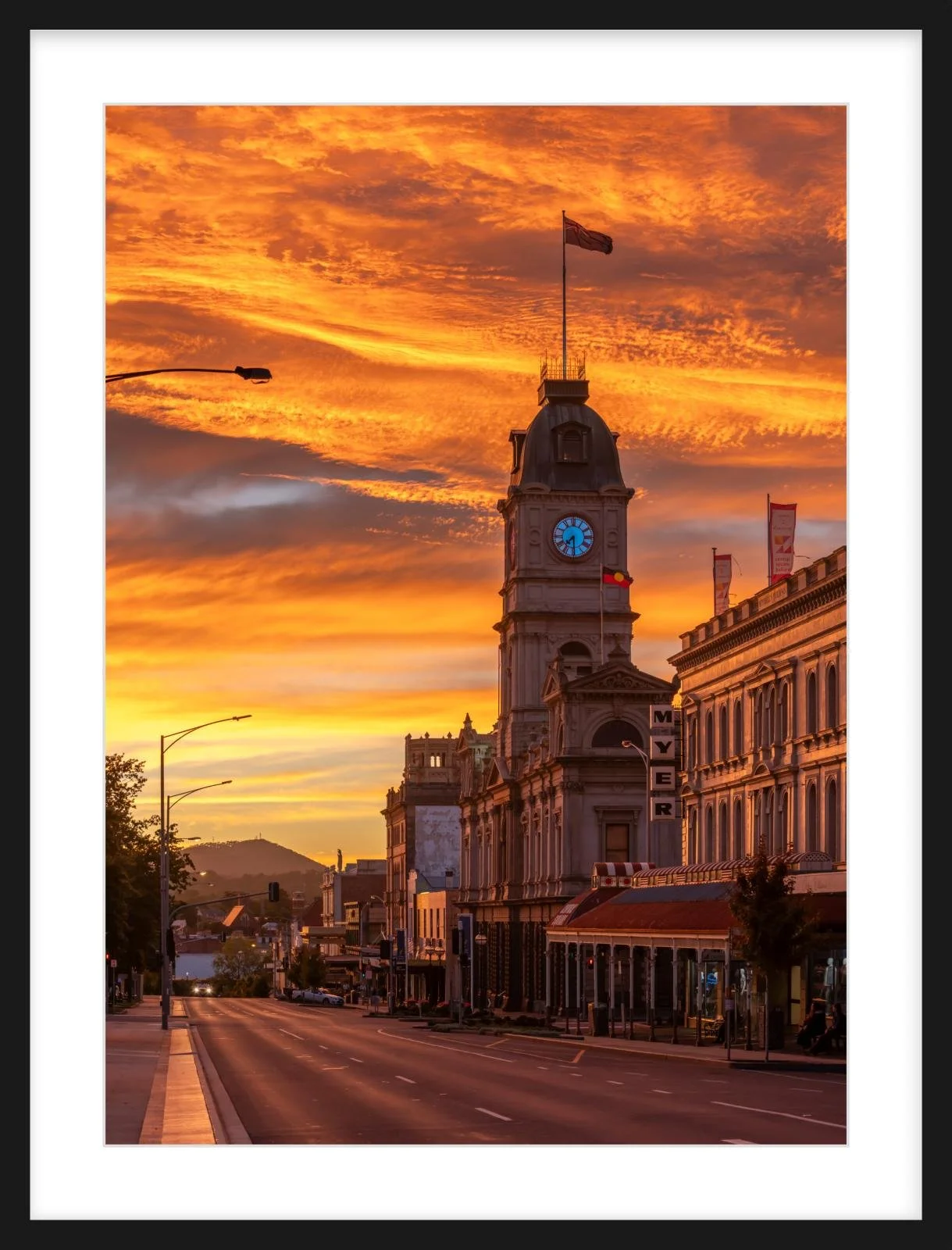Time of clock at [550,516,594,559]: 7:30
